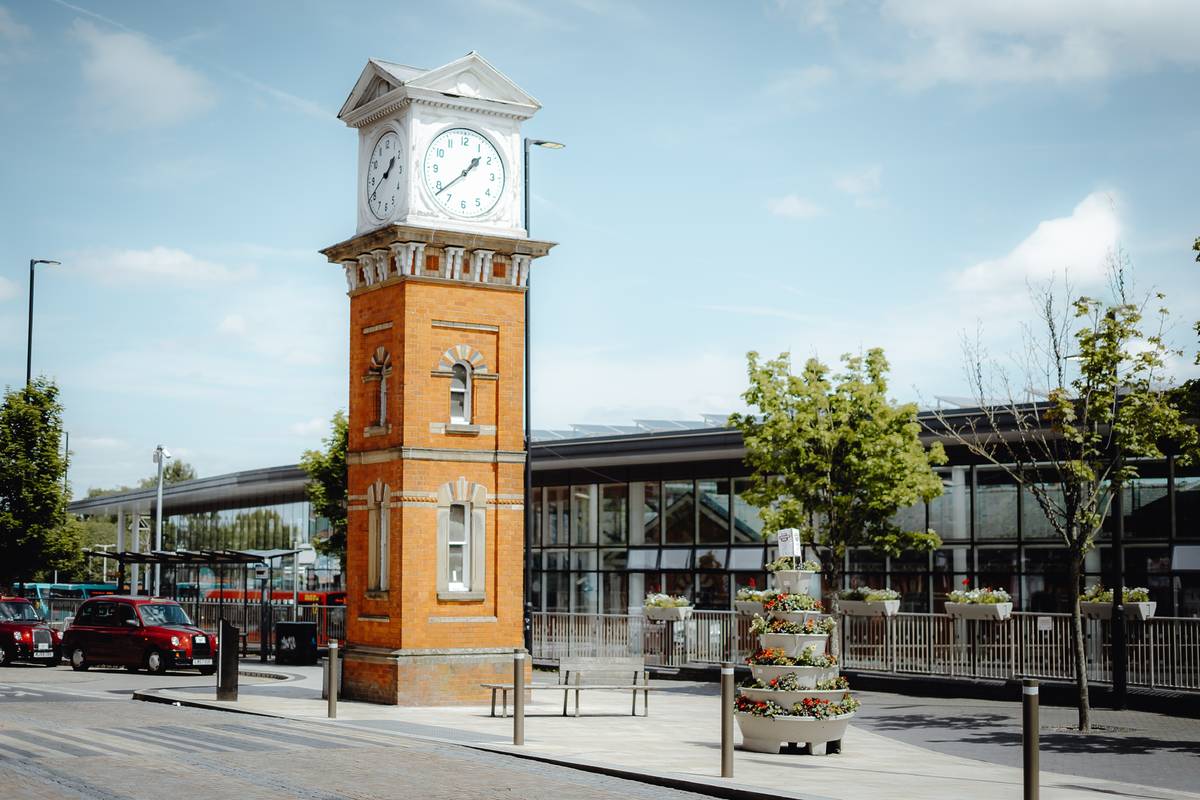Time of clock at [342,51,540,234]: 1:38
